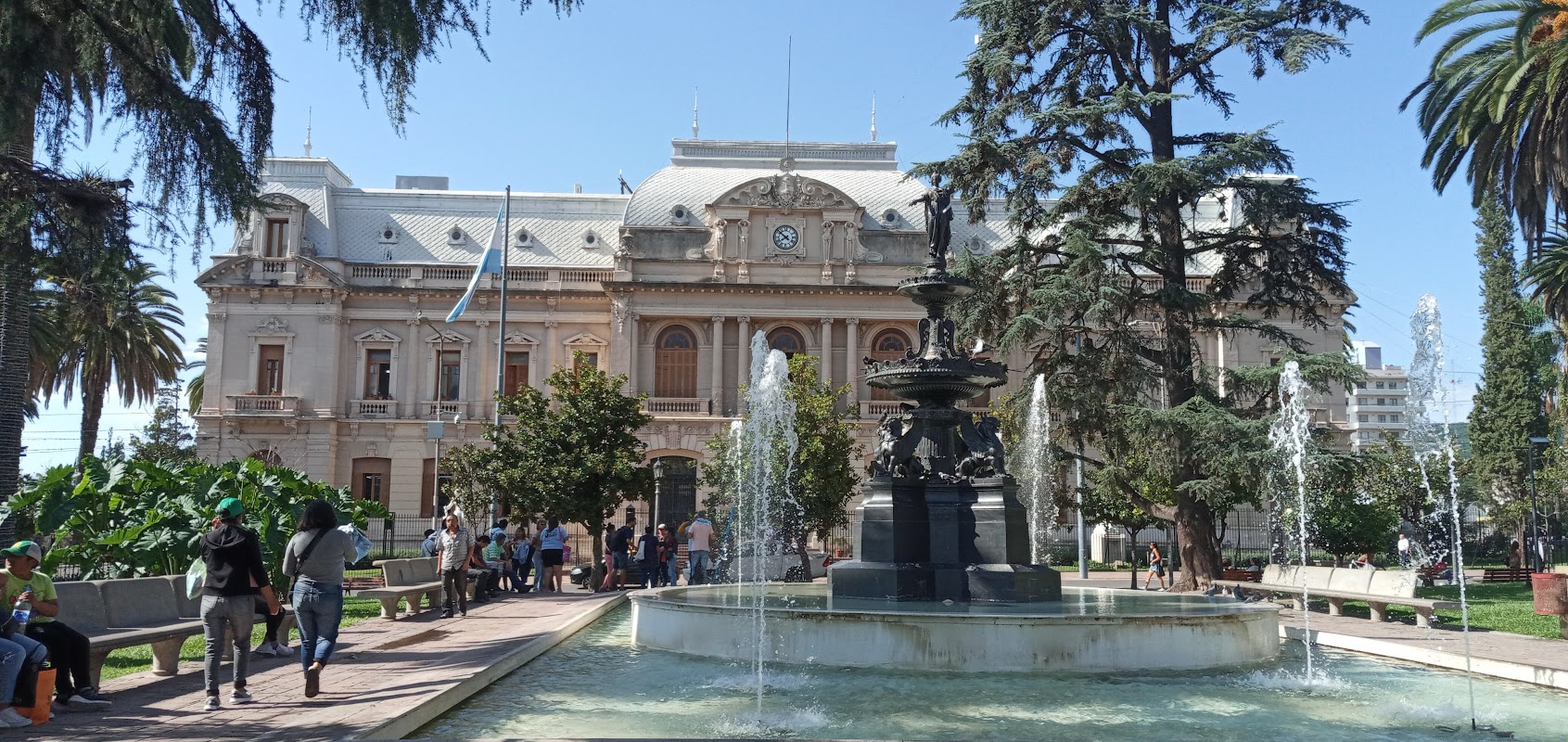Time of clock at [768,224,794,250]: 7:51
